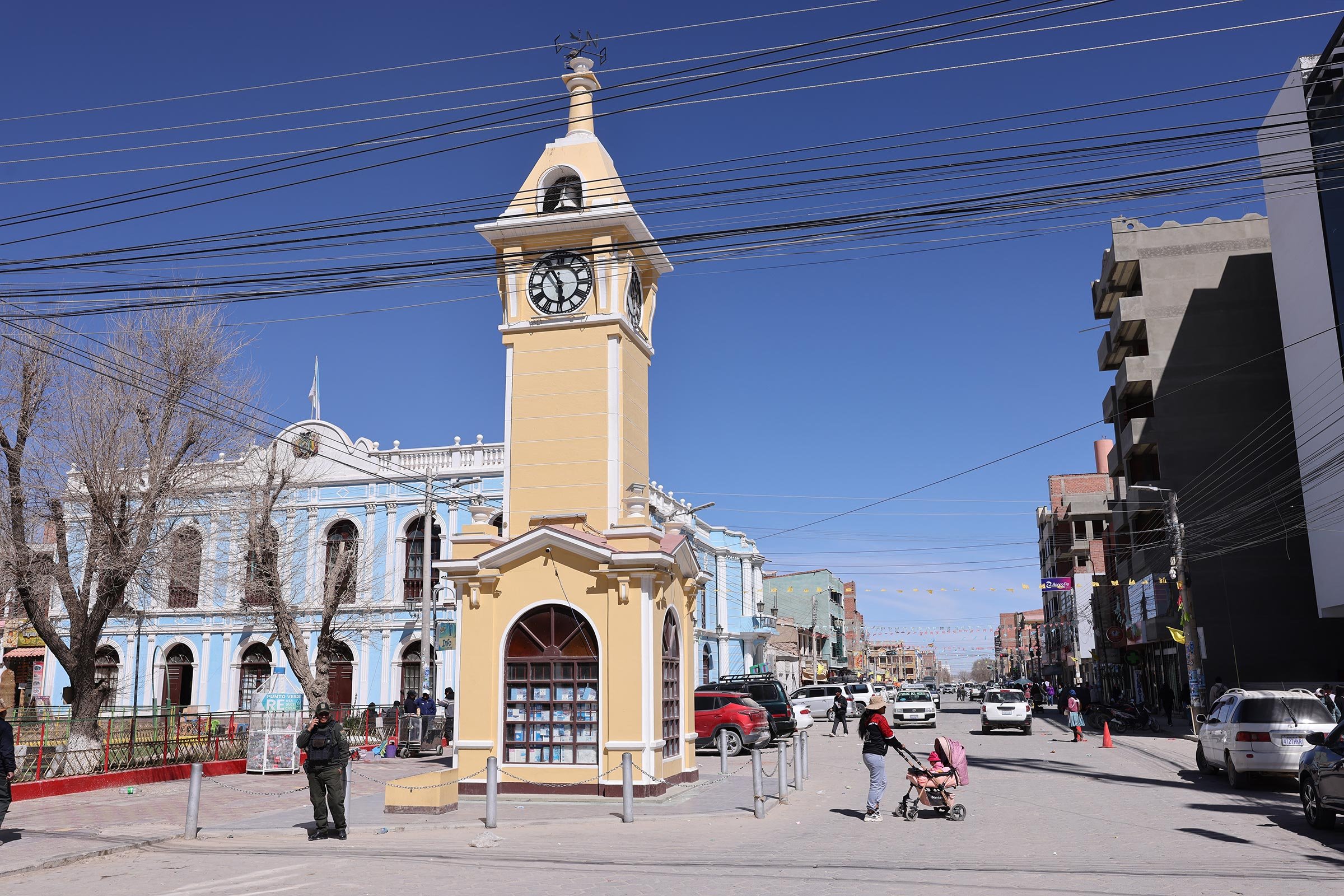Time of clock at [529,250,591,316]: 5:55
